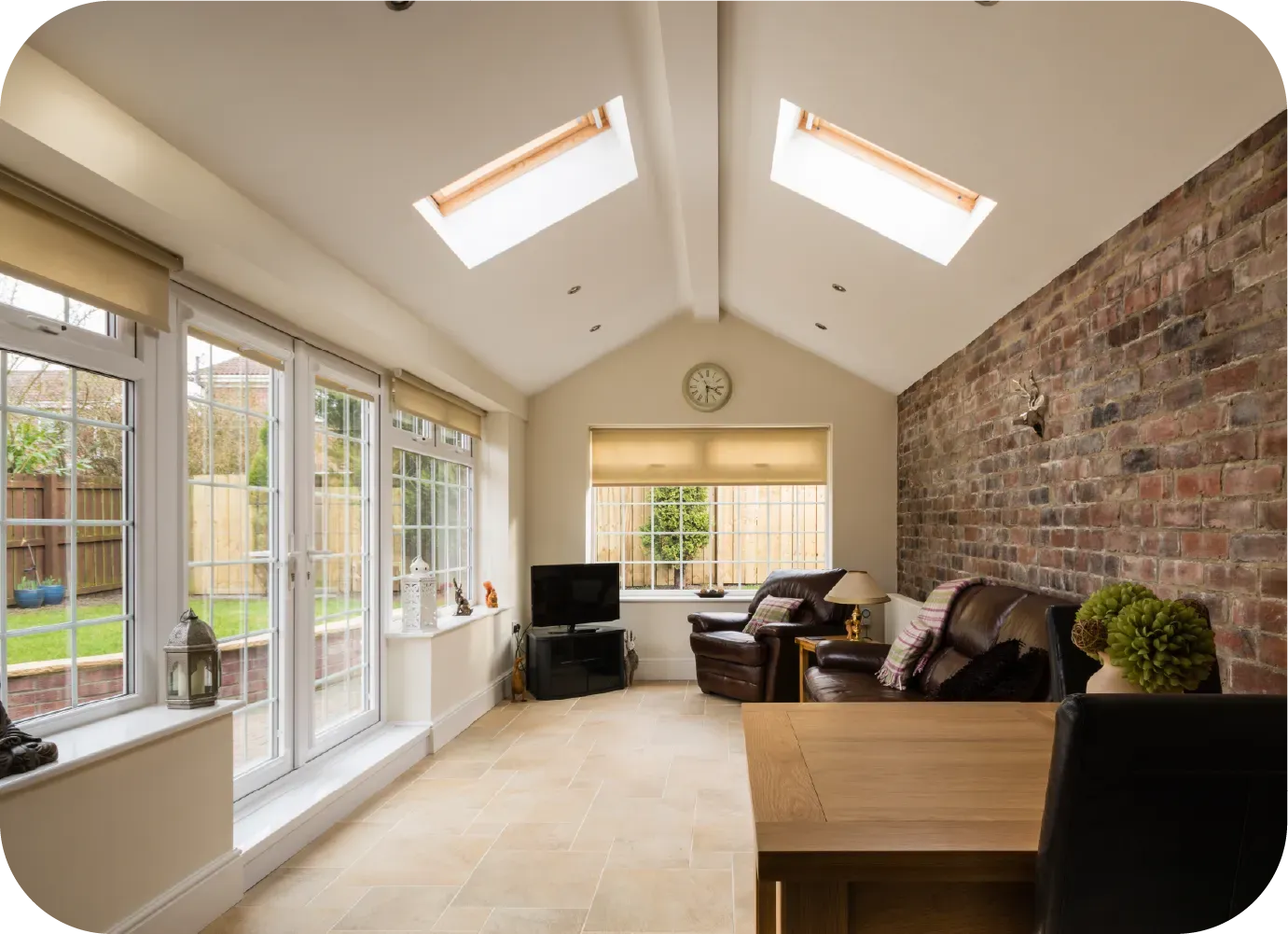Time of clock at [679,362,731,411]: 3:29
